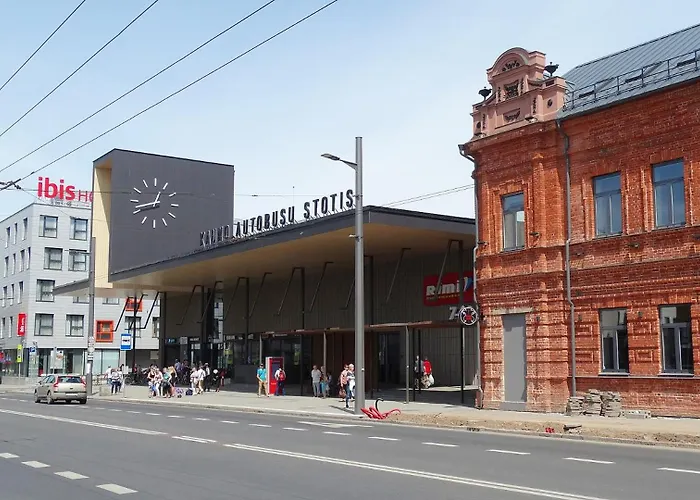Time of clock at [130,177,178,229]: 12:42
